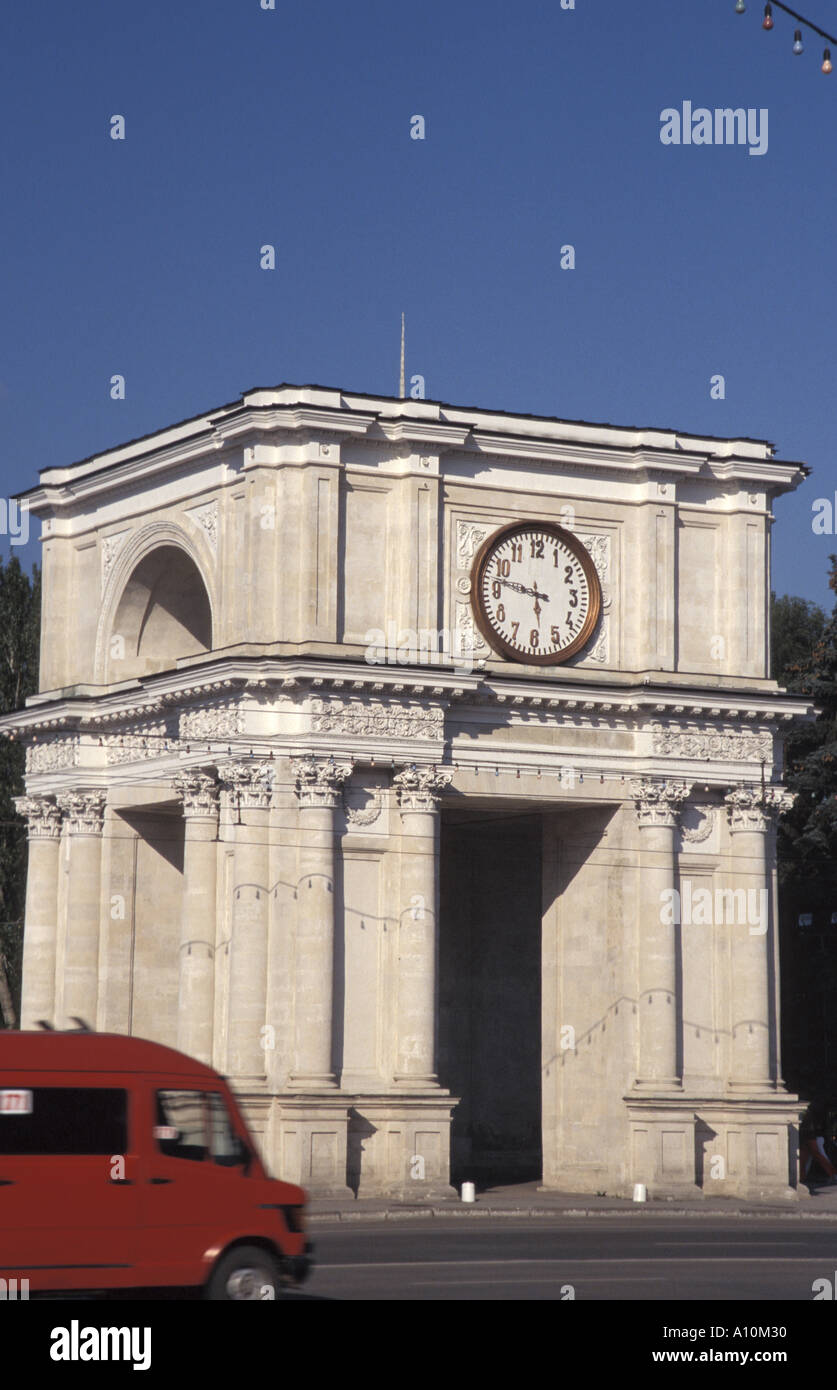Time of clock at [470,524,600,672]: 5:47
